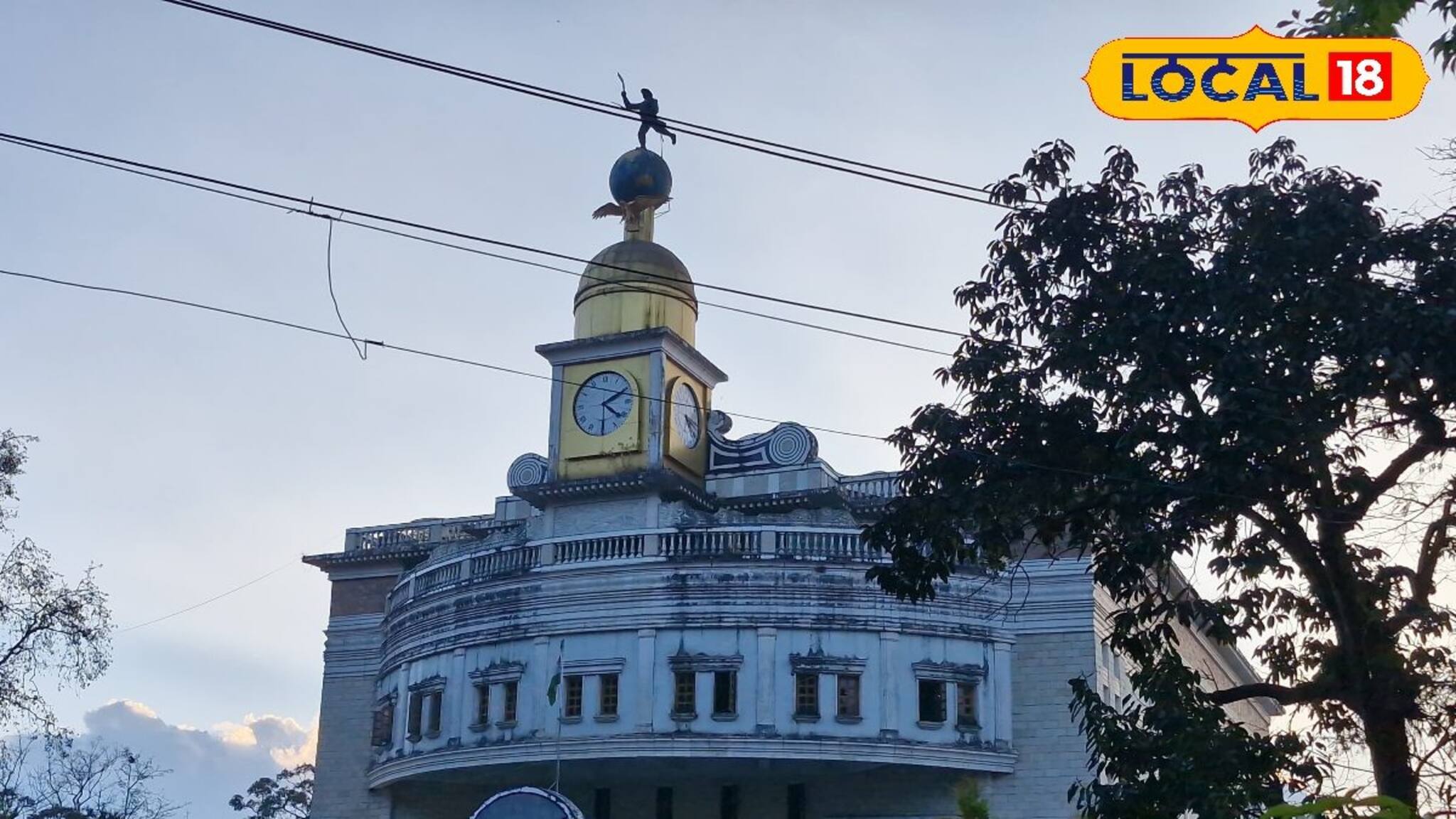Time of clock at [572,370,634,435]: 4:10
